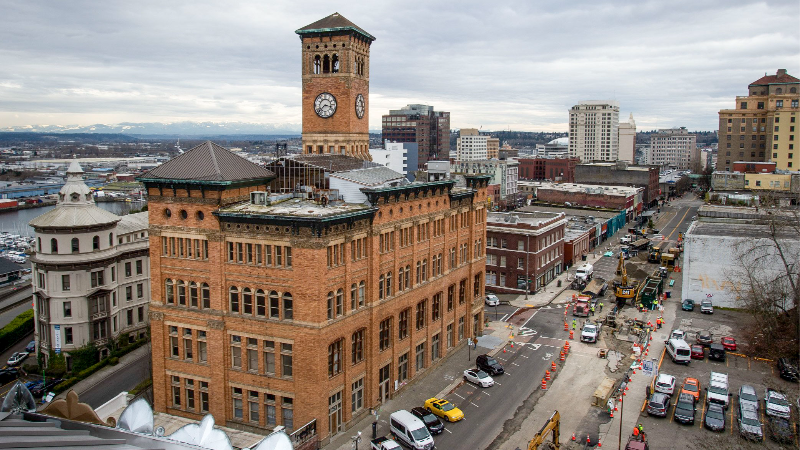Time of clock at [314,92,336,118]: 3:38
